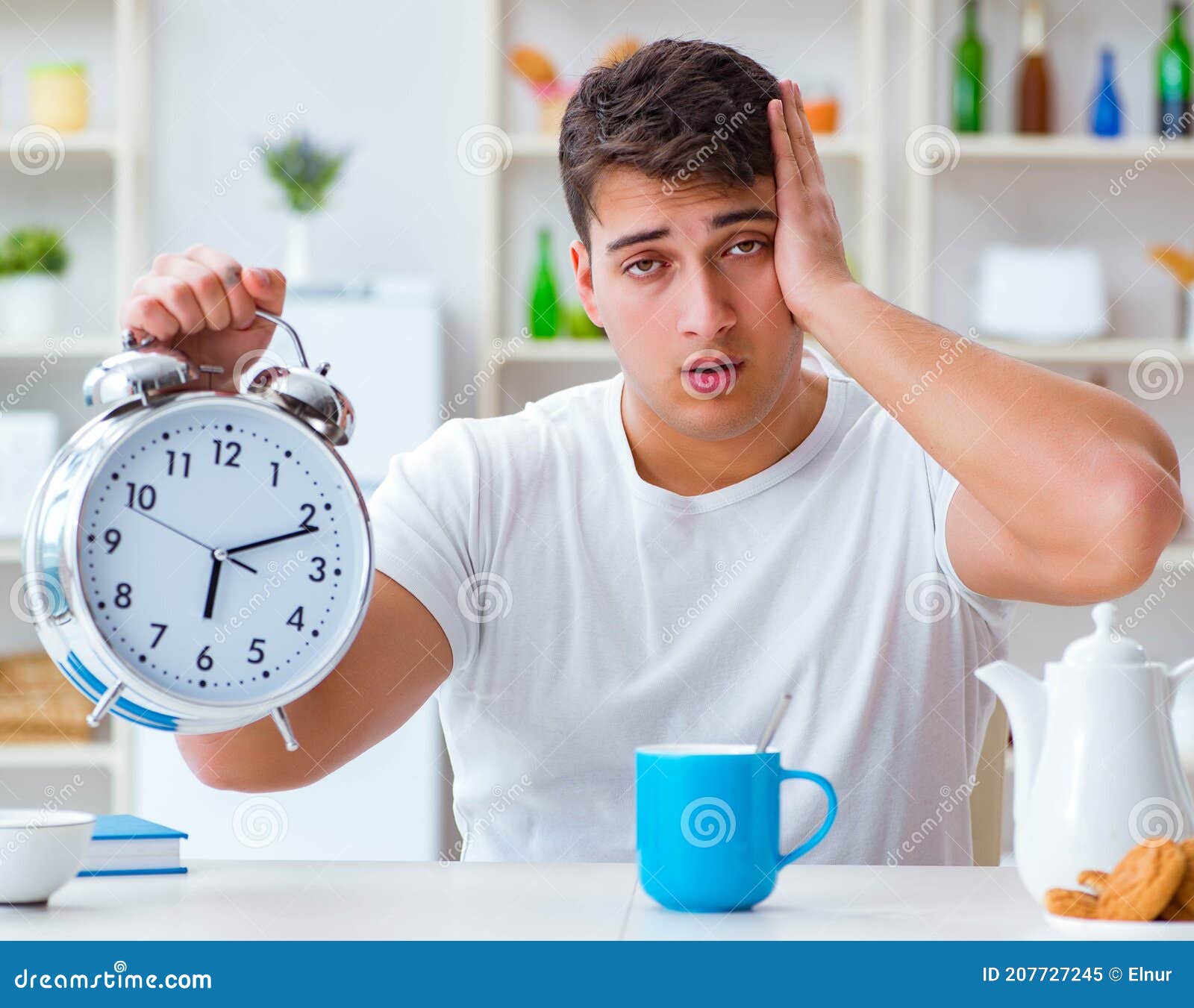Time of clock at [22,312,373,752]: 6:11
